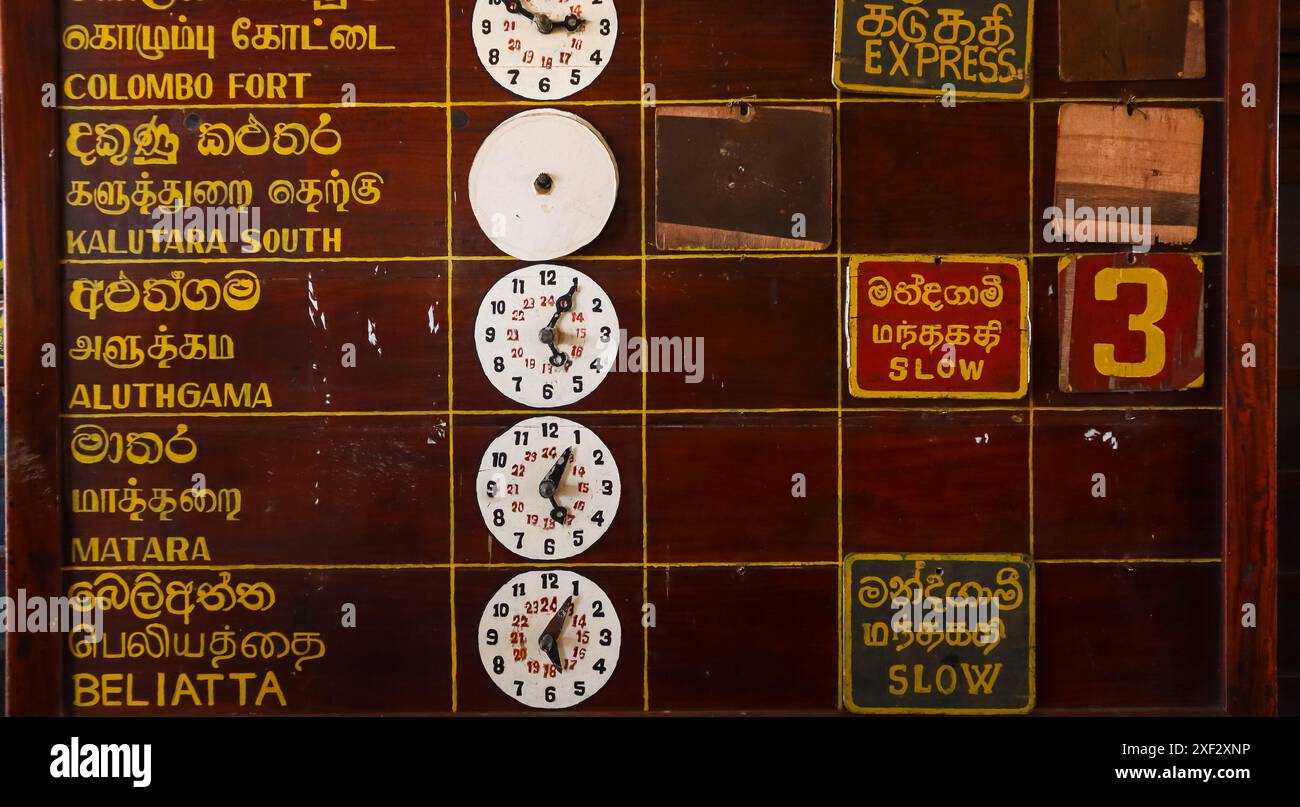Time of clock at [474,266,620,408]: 5:05
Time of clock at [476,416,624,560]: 5:05
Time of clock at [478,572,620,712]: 5:05
